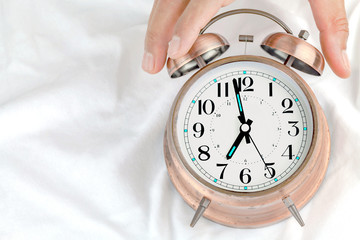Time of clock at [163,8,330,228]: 6:58
